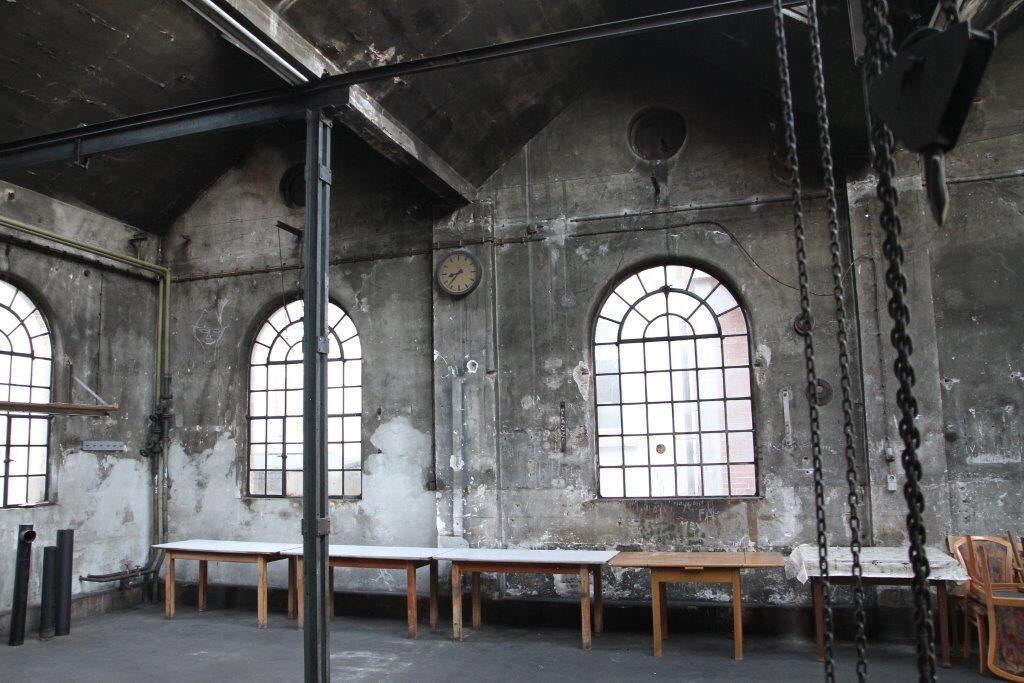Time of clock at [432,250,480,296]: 8:37
